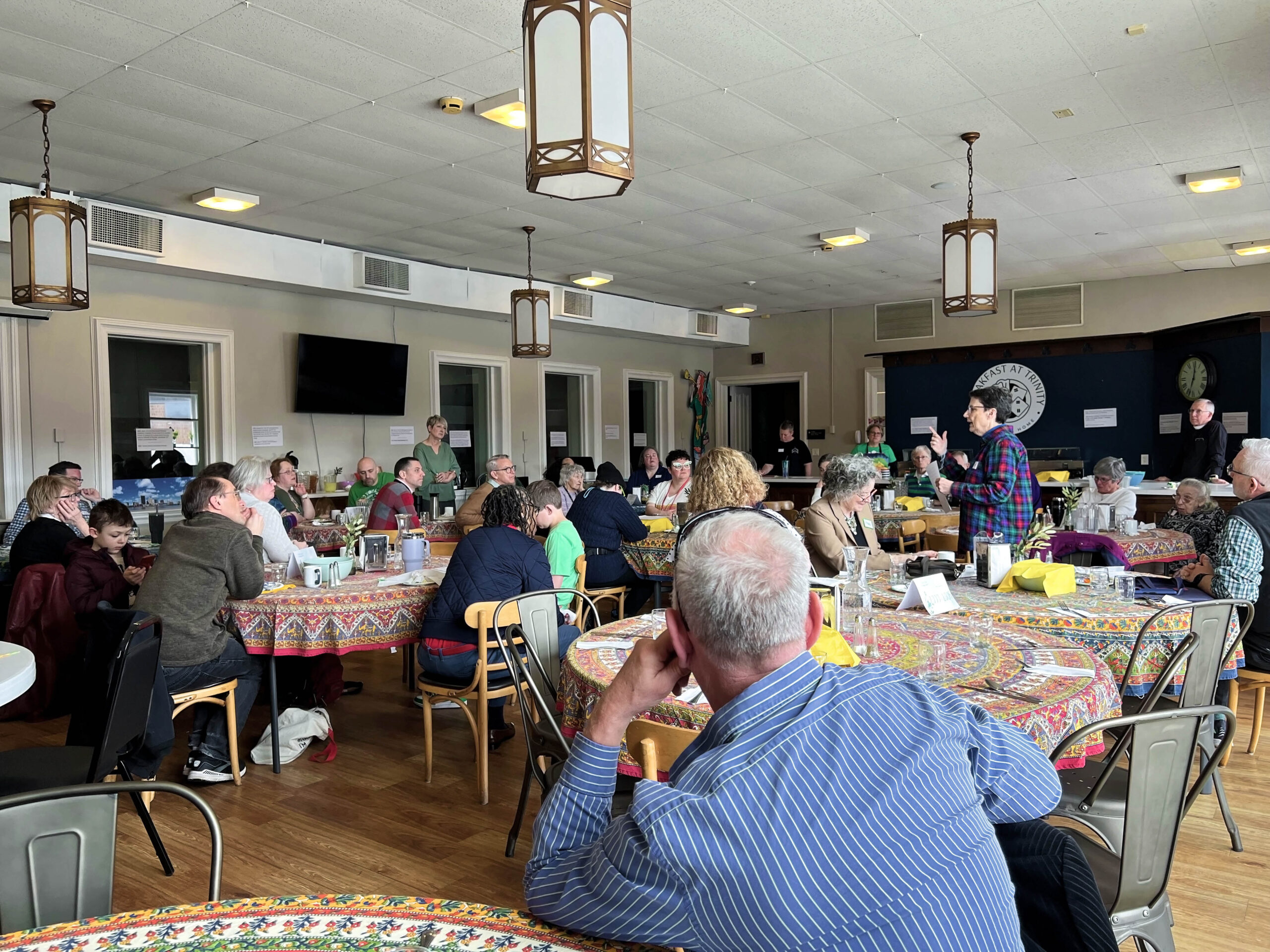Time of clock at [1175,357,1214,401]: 12:33
